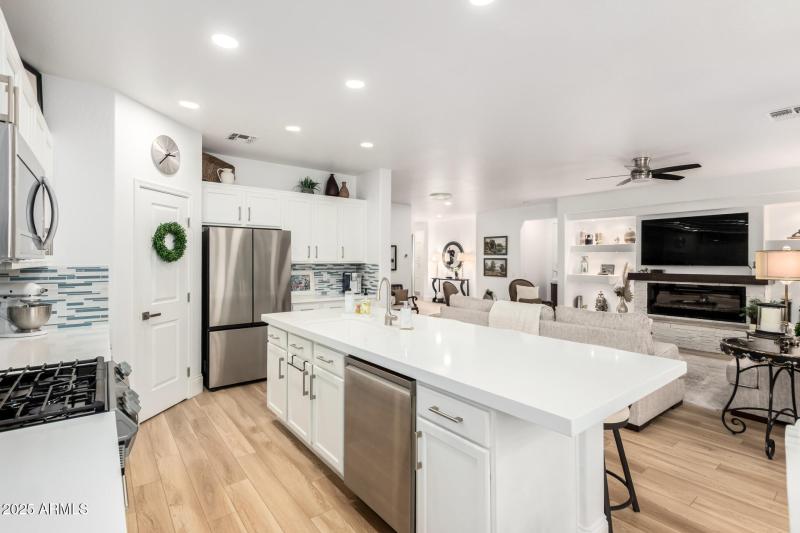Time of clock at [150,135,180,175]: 2:38
